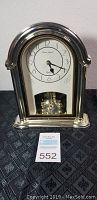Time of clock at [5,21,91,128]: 5:18
